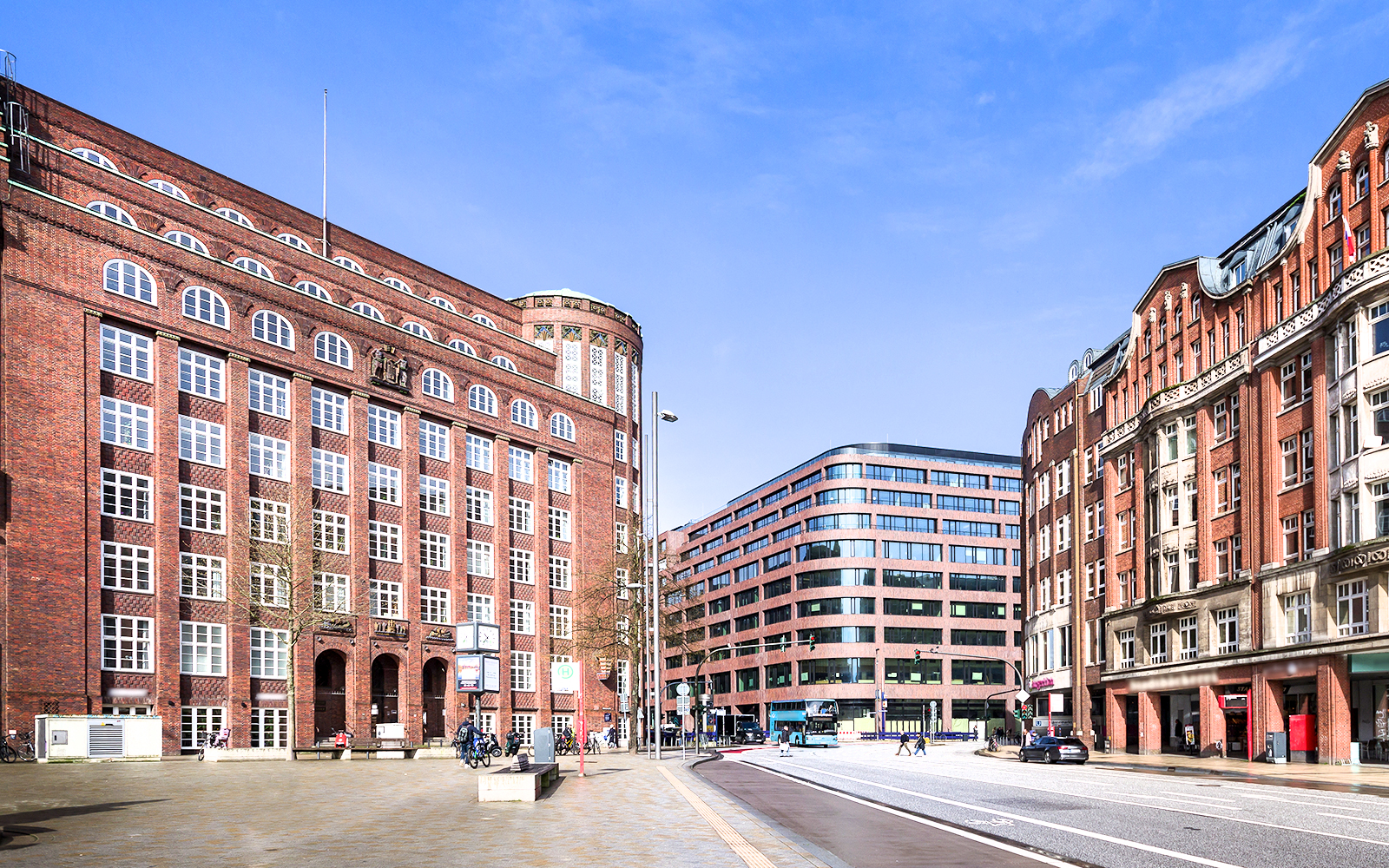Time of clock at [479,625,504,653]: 10:36
